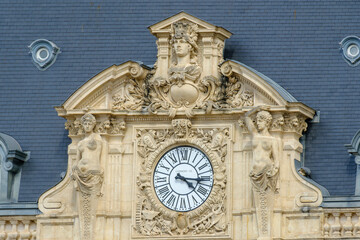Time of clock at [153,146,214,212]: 4:15
